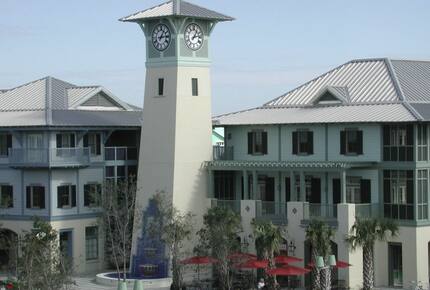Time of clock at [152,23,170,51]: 1:13
